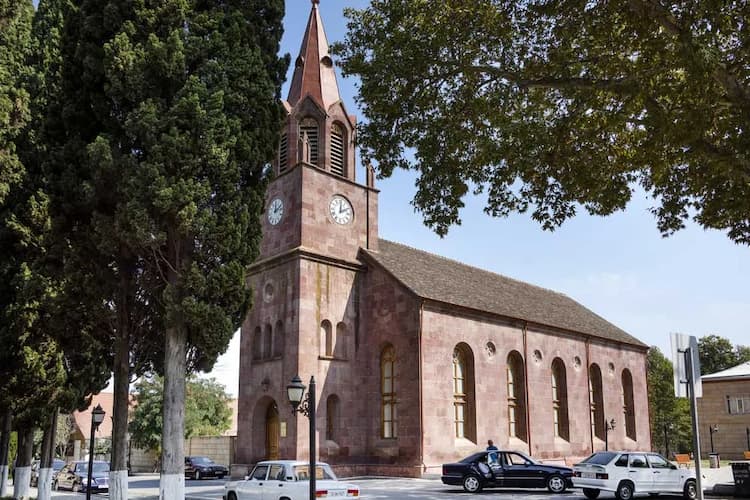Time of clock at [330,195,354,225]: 2:01
